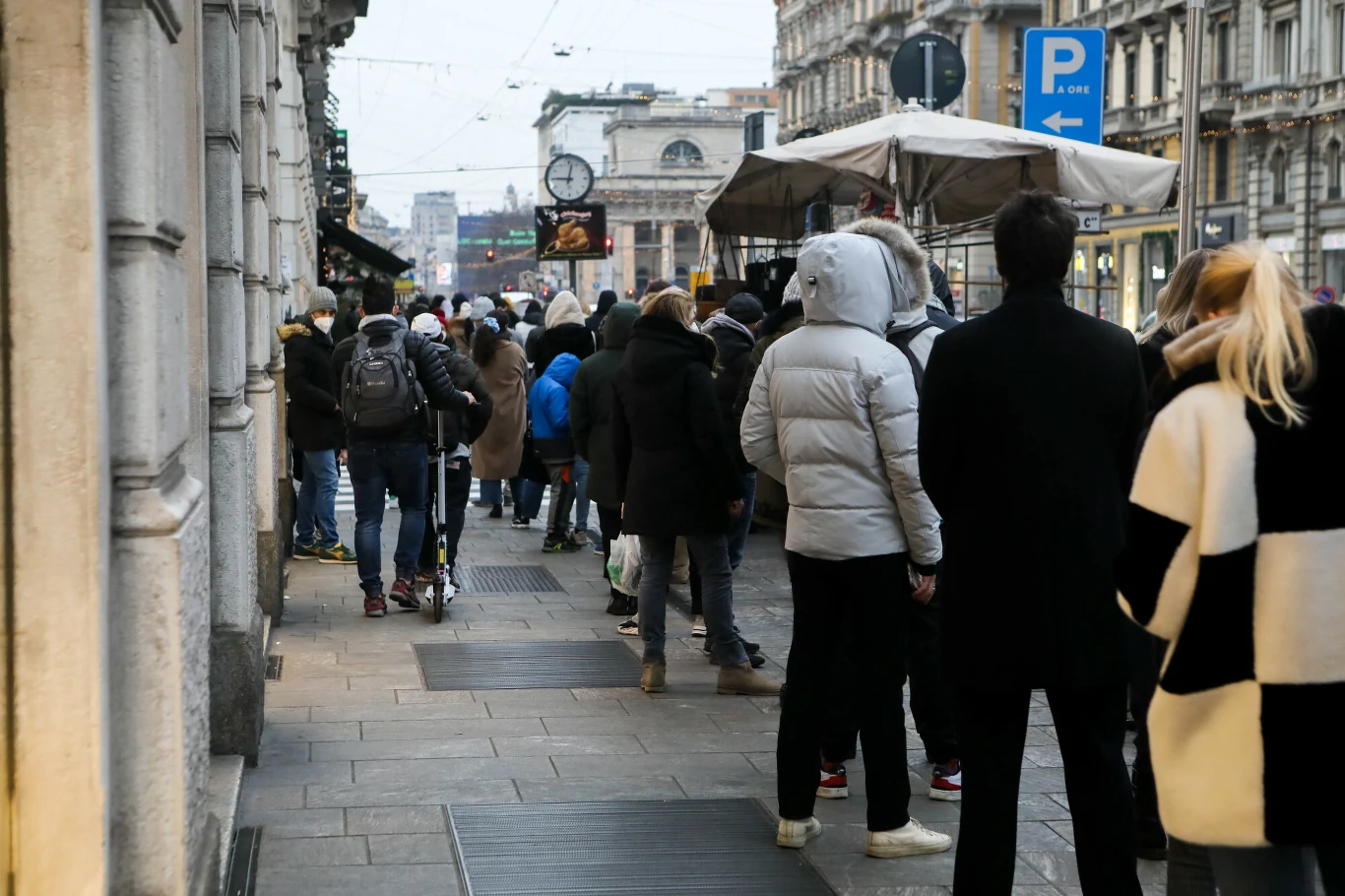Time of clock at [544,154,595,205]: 9:01
